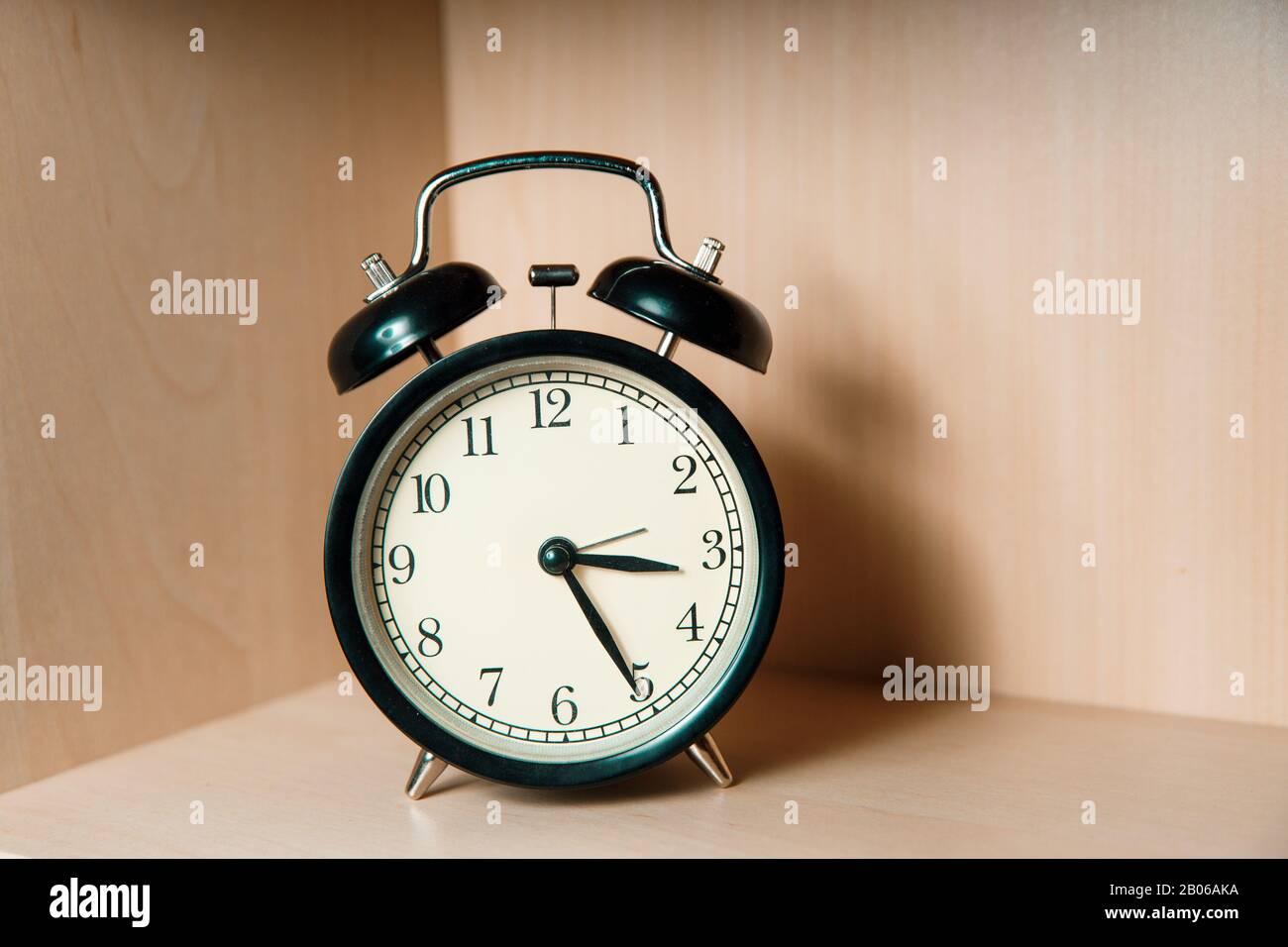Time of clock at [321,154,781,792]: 3:25
